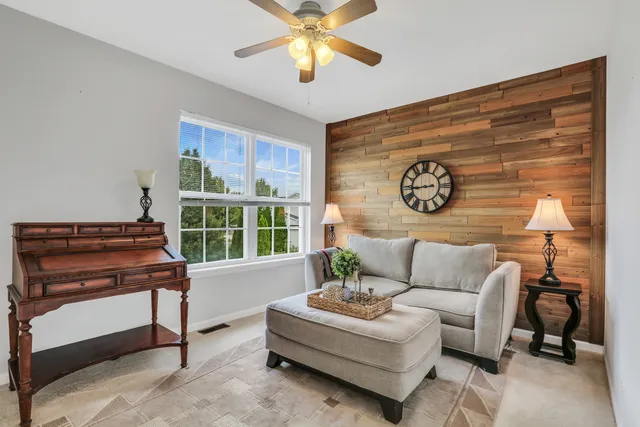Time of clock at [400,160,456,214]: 8:44
